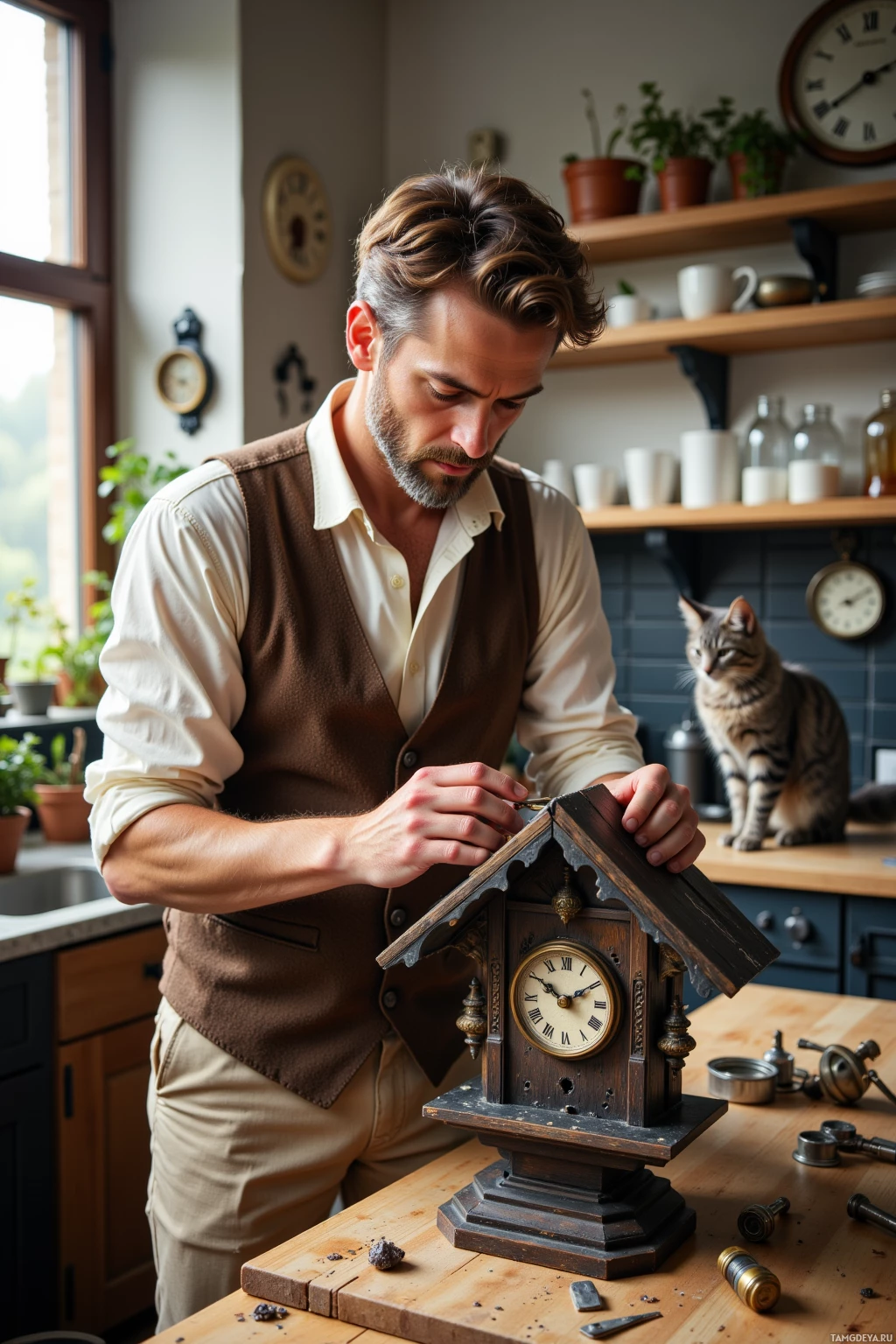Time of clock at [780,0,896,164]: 2:39
